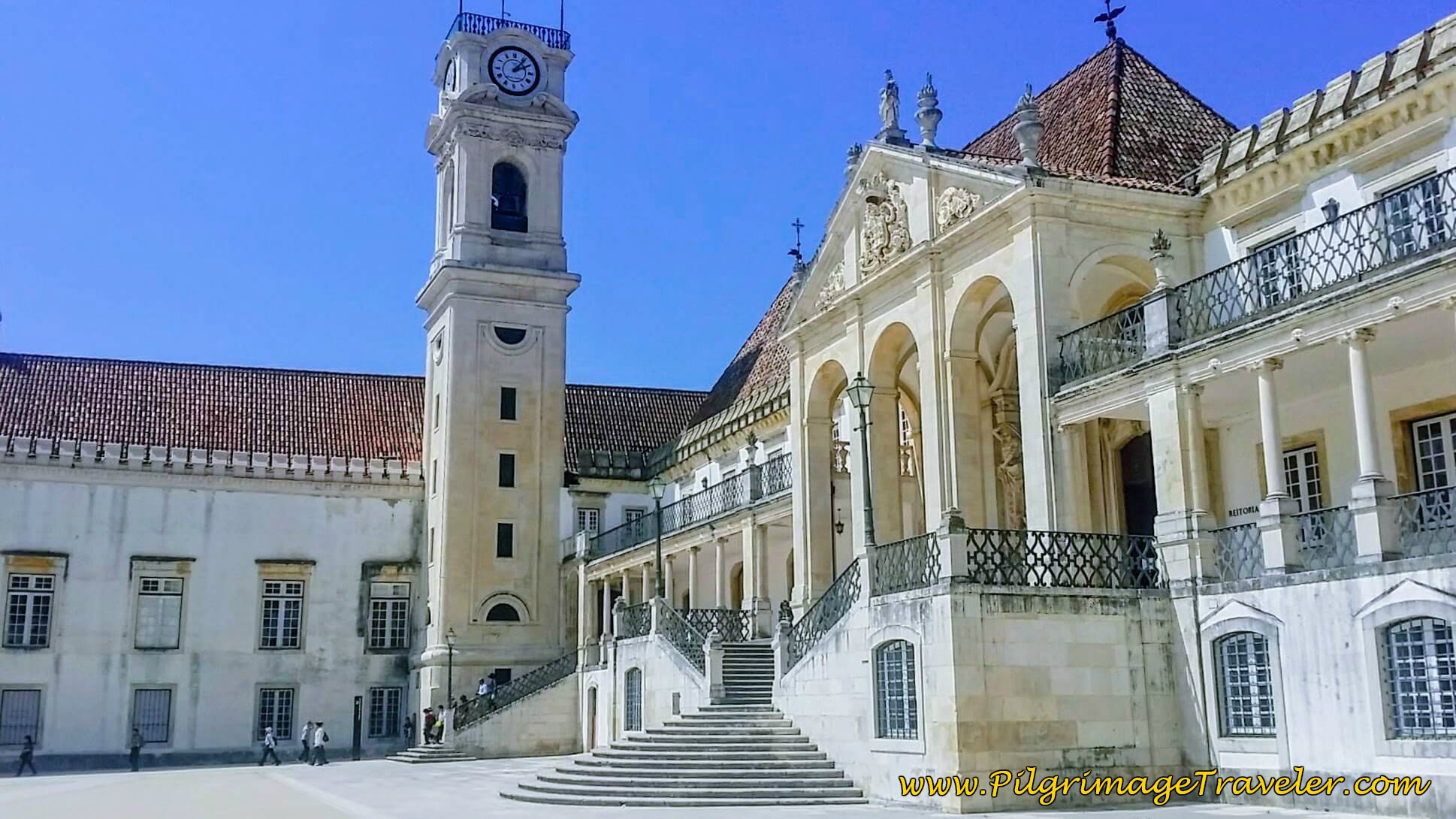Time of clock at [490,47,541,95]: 2:06
